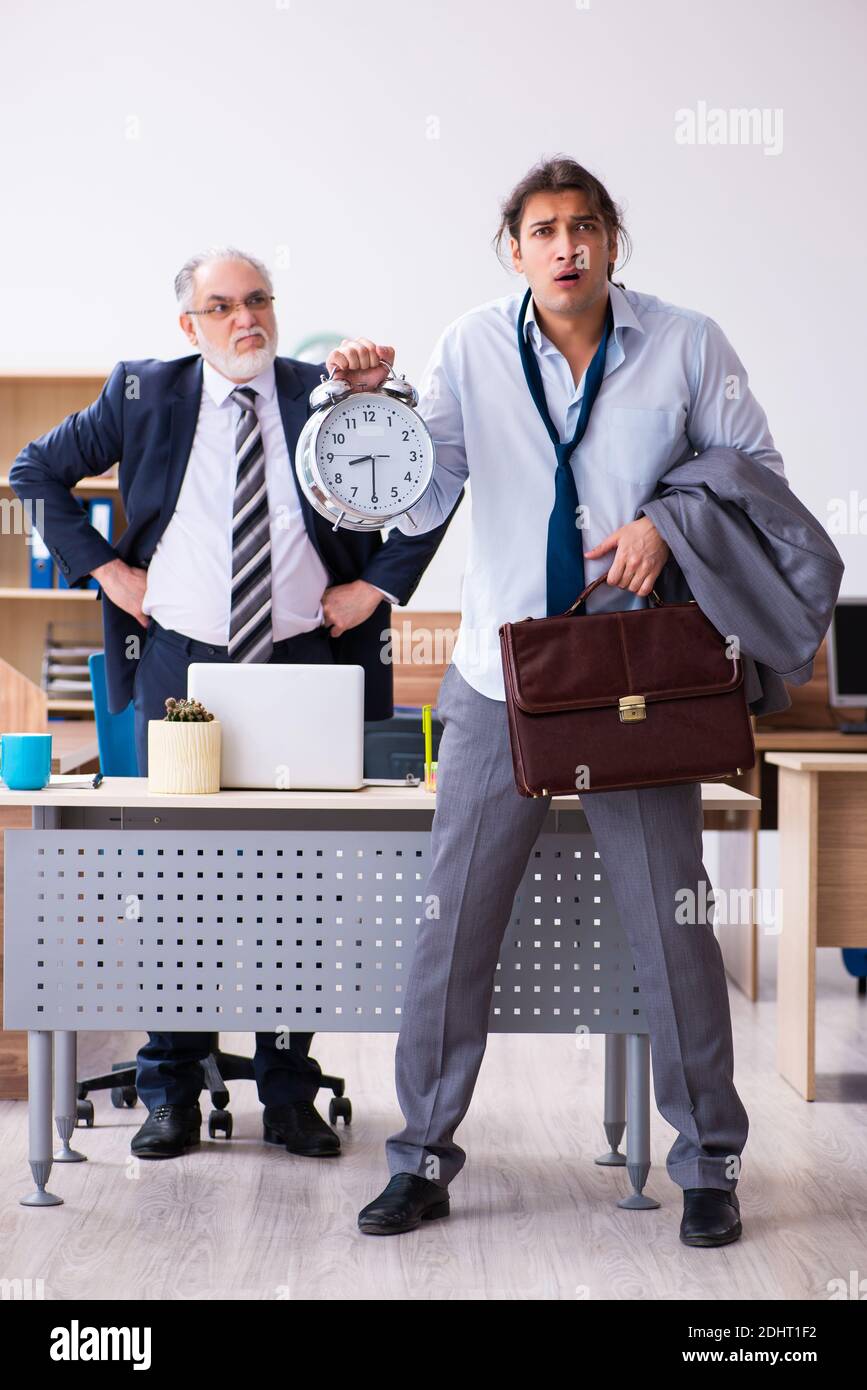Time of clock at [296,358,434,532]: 8:30
